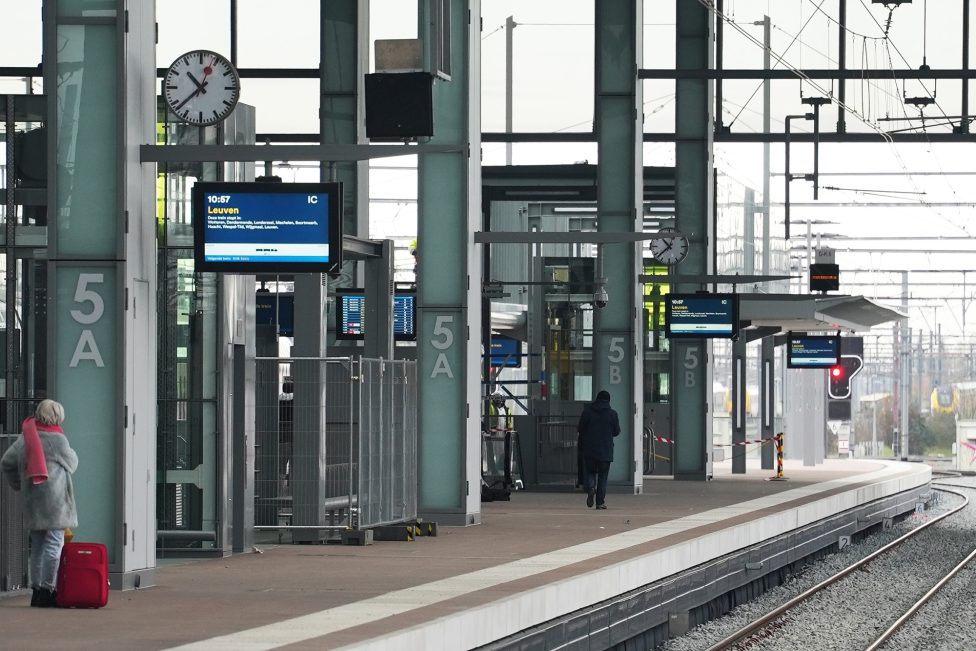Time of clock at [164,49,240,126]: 10:38
